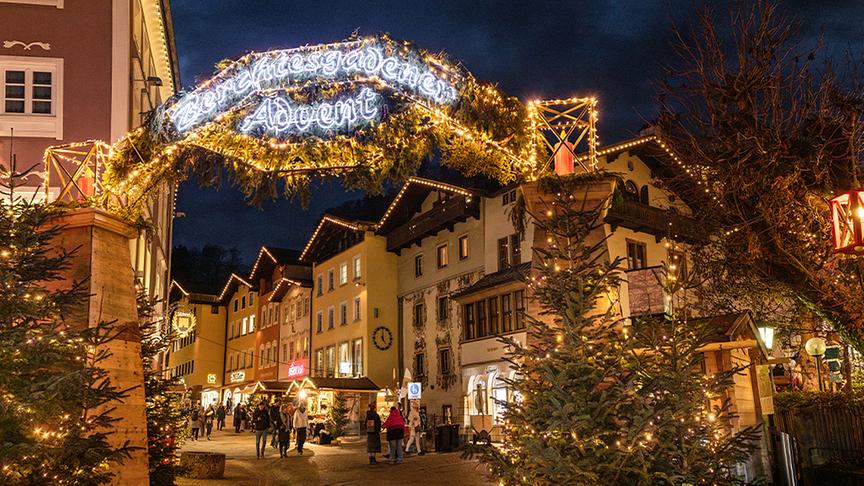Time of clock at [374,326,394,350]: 5:00
